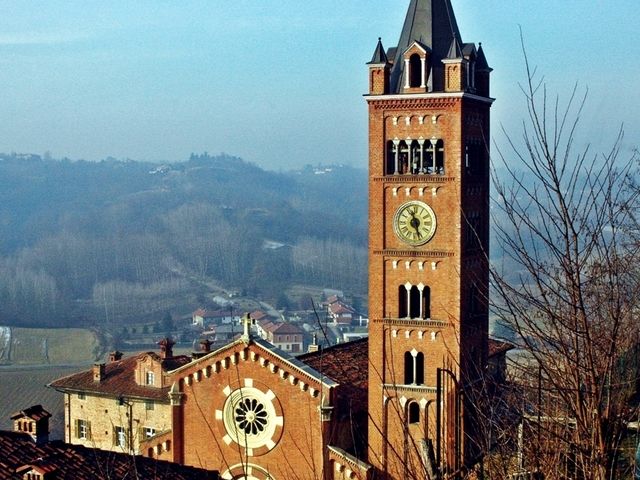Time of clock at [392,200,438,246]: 11:27
